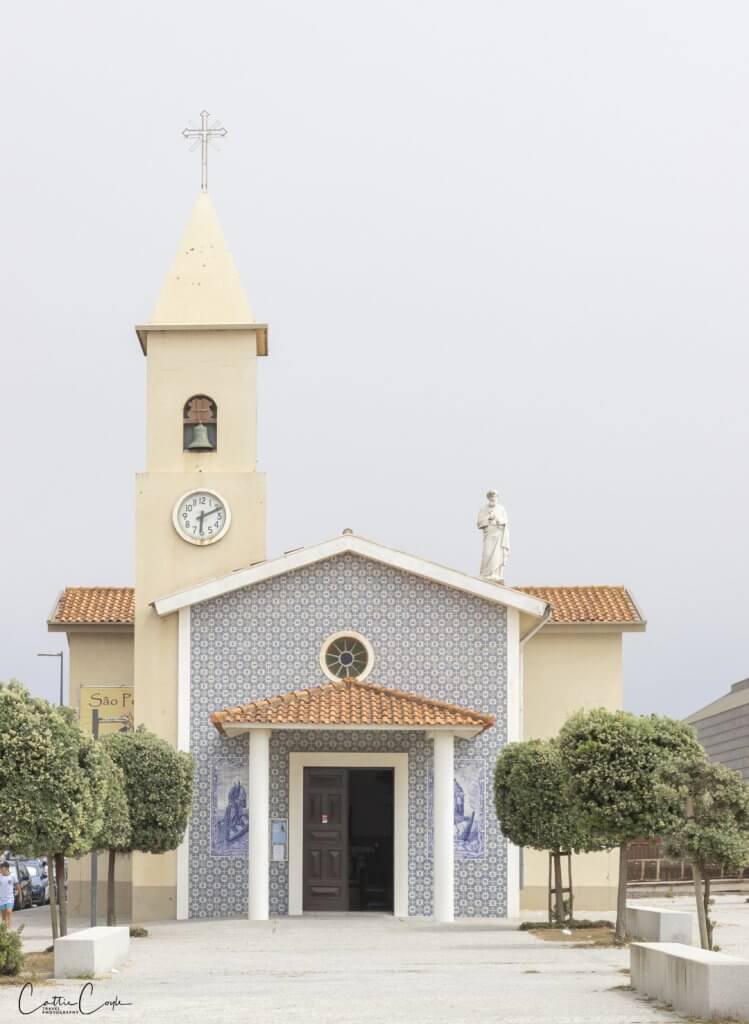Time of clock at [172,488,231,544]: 6:10
